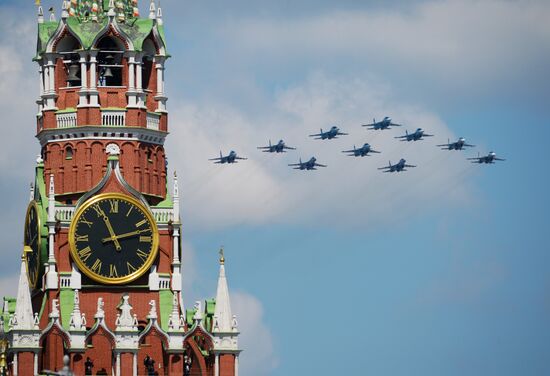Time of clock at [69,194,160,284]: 11:12
